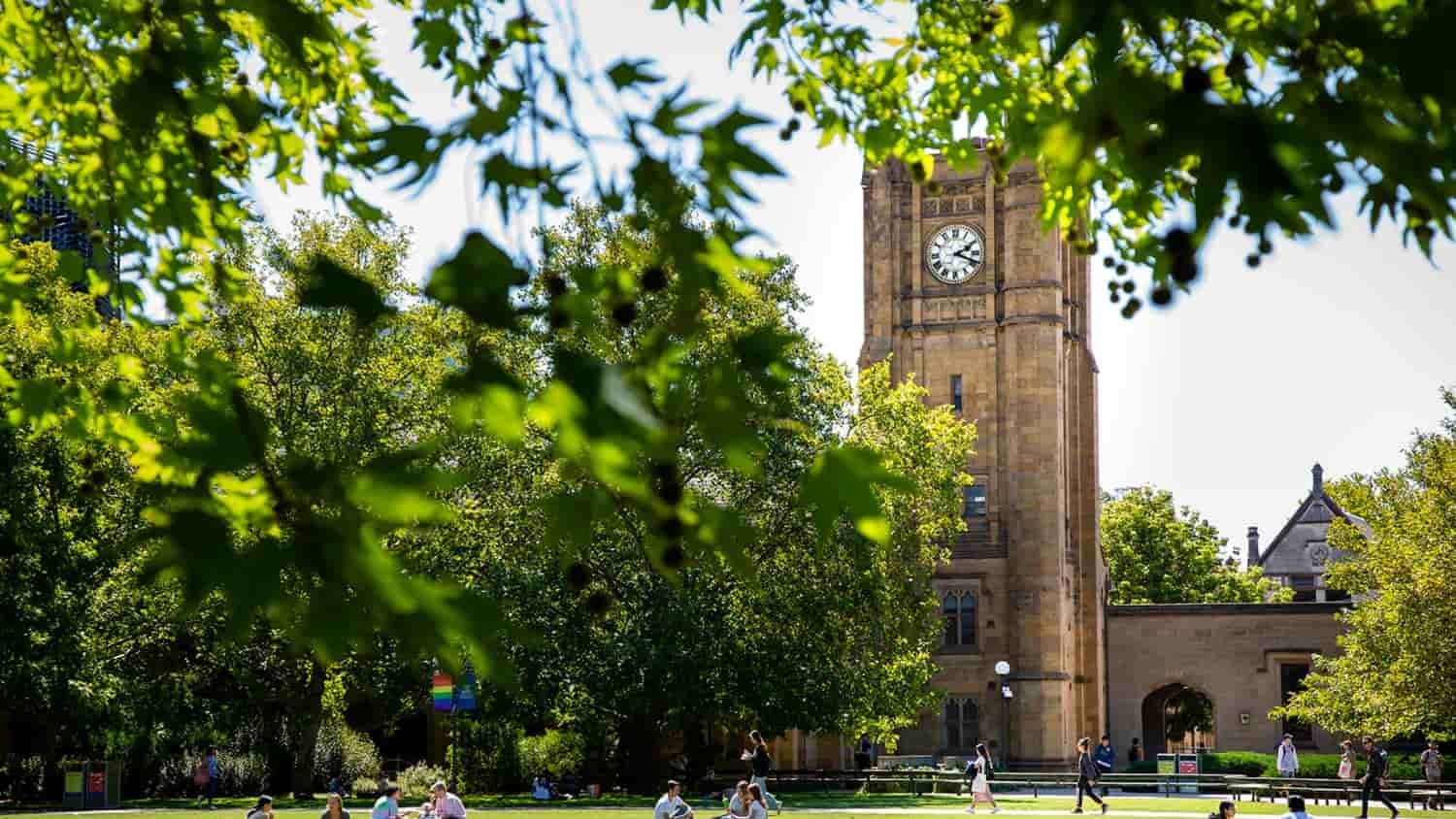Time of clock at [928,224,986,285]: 2:18
